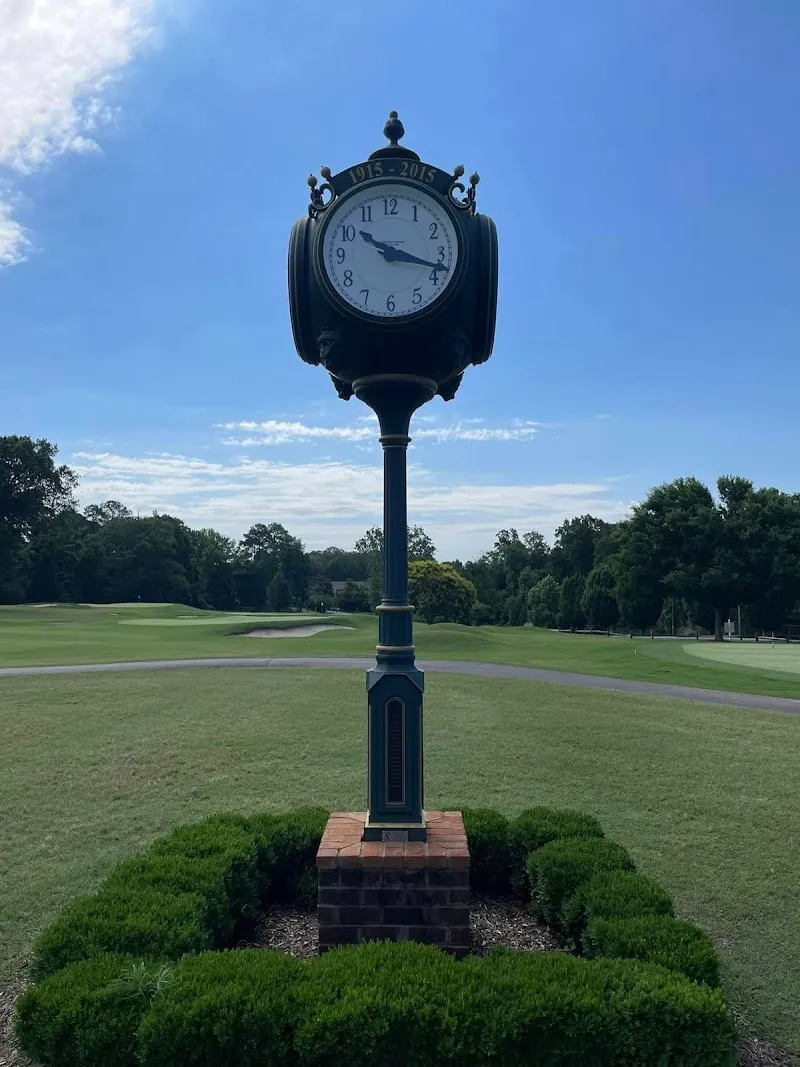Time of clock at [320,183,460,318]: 10:18
